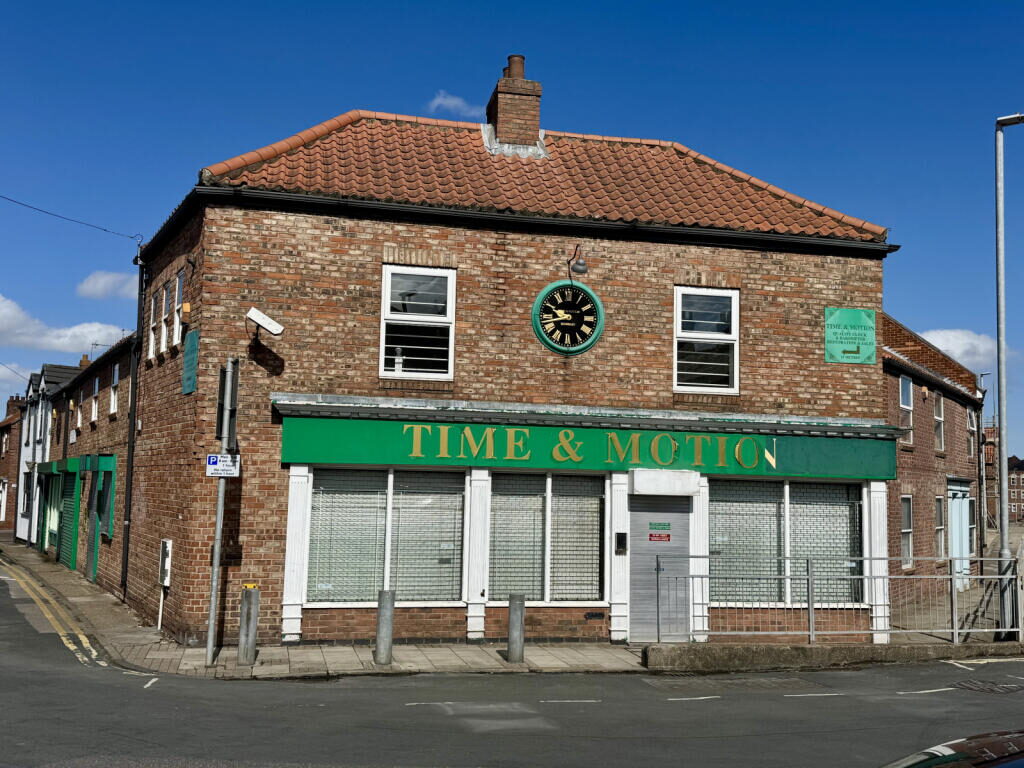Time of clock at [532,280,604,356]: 9:42
